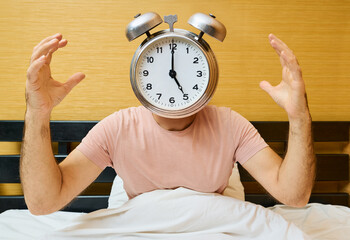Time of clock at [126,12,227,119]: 5:00
